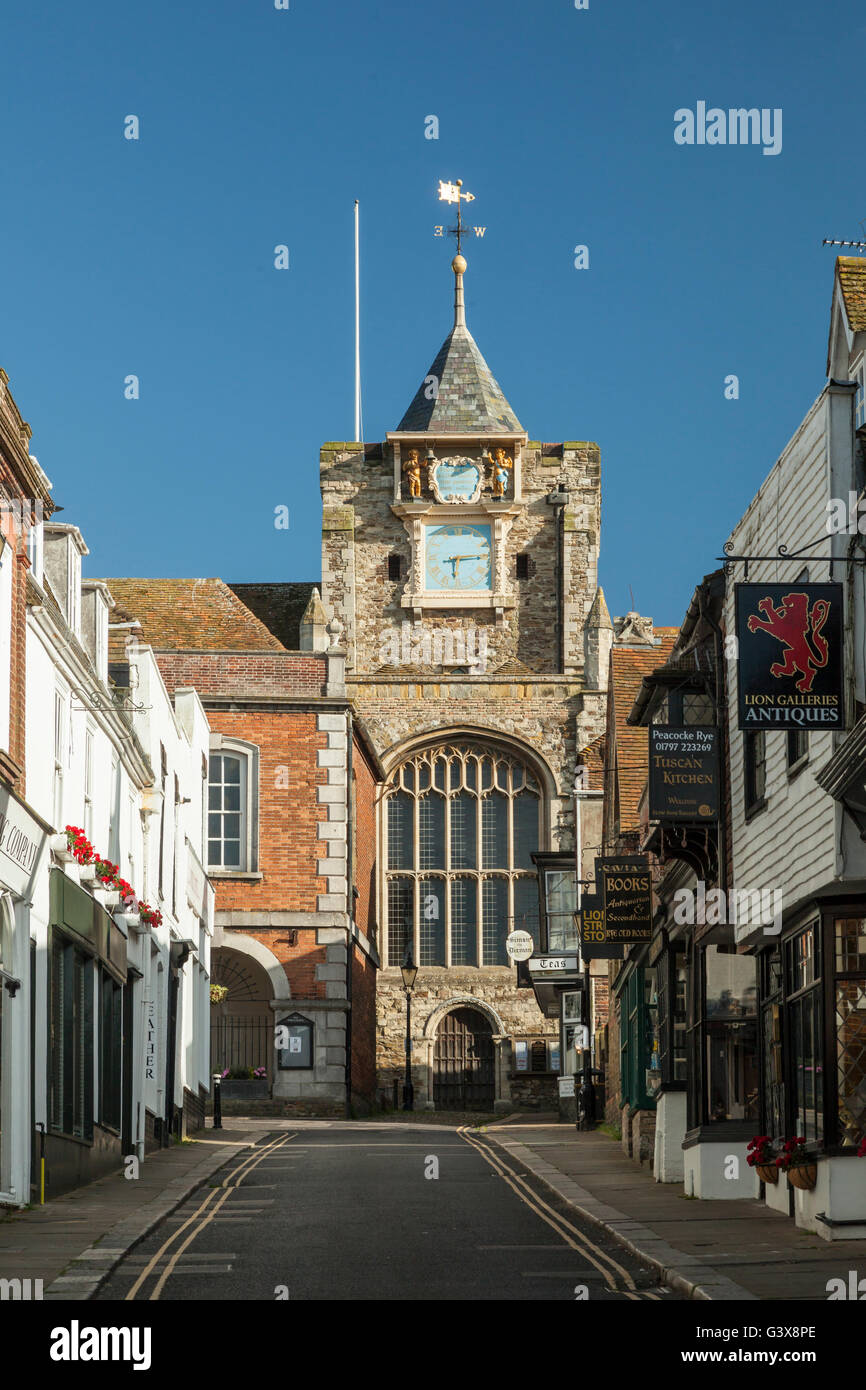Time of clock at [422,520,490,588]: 6:14
